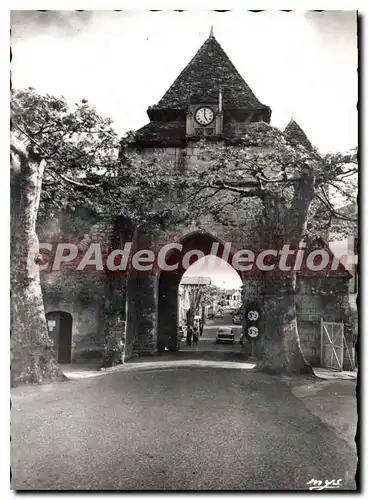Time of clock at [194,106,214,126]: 4:59
